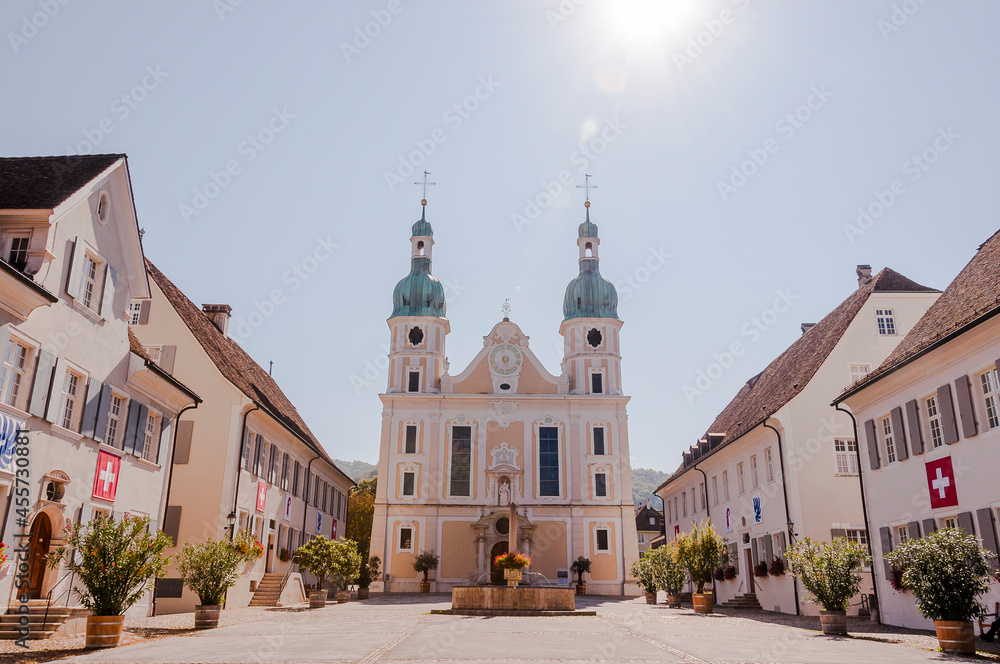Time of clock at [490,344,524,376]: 4:57
